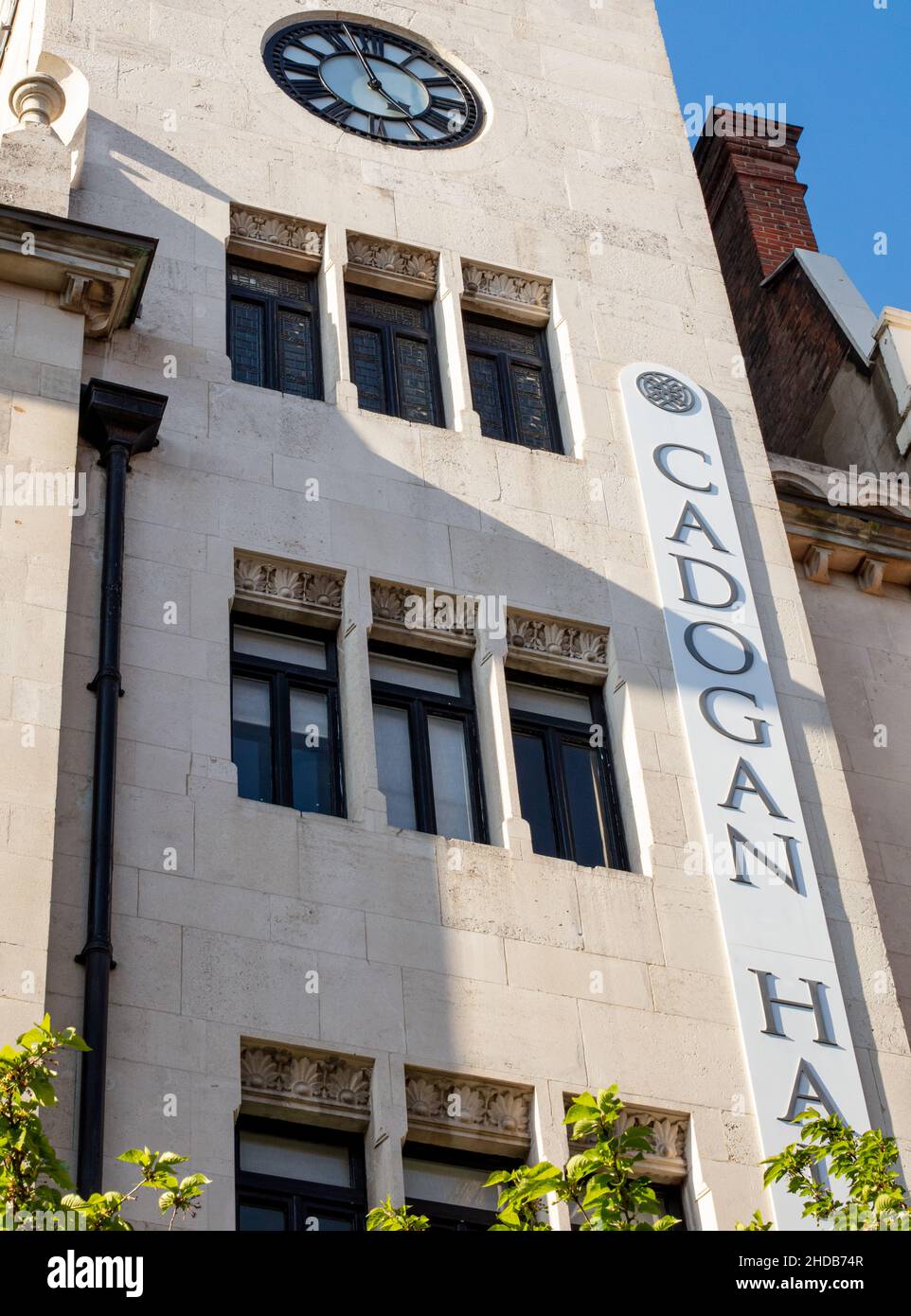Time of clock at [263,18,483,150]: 4:57
